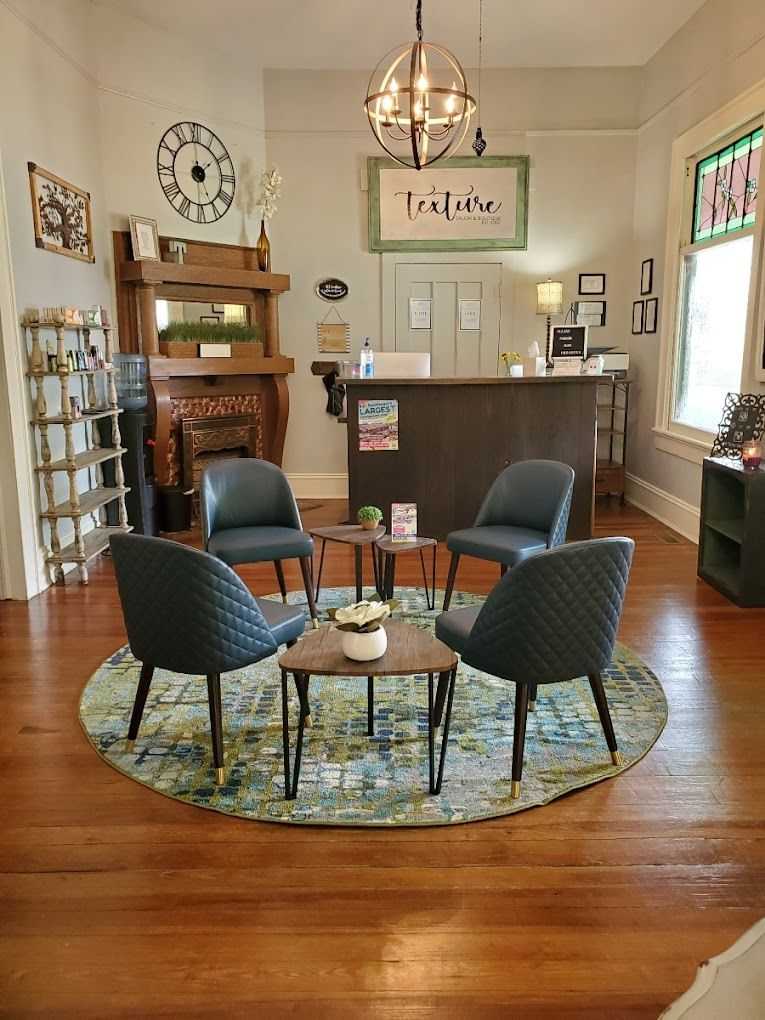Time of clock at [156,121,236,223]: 1:59
